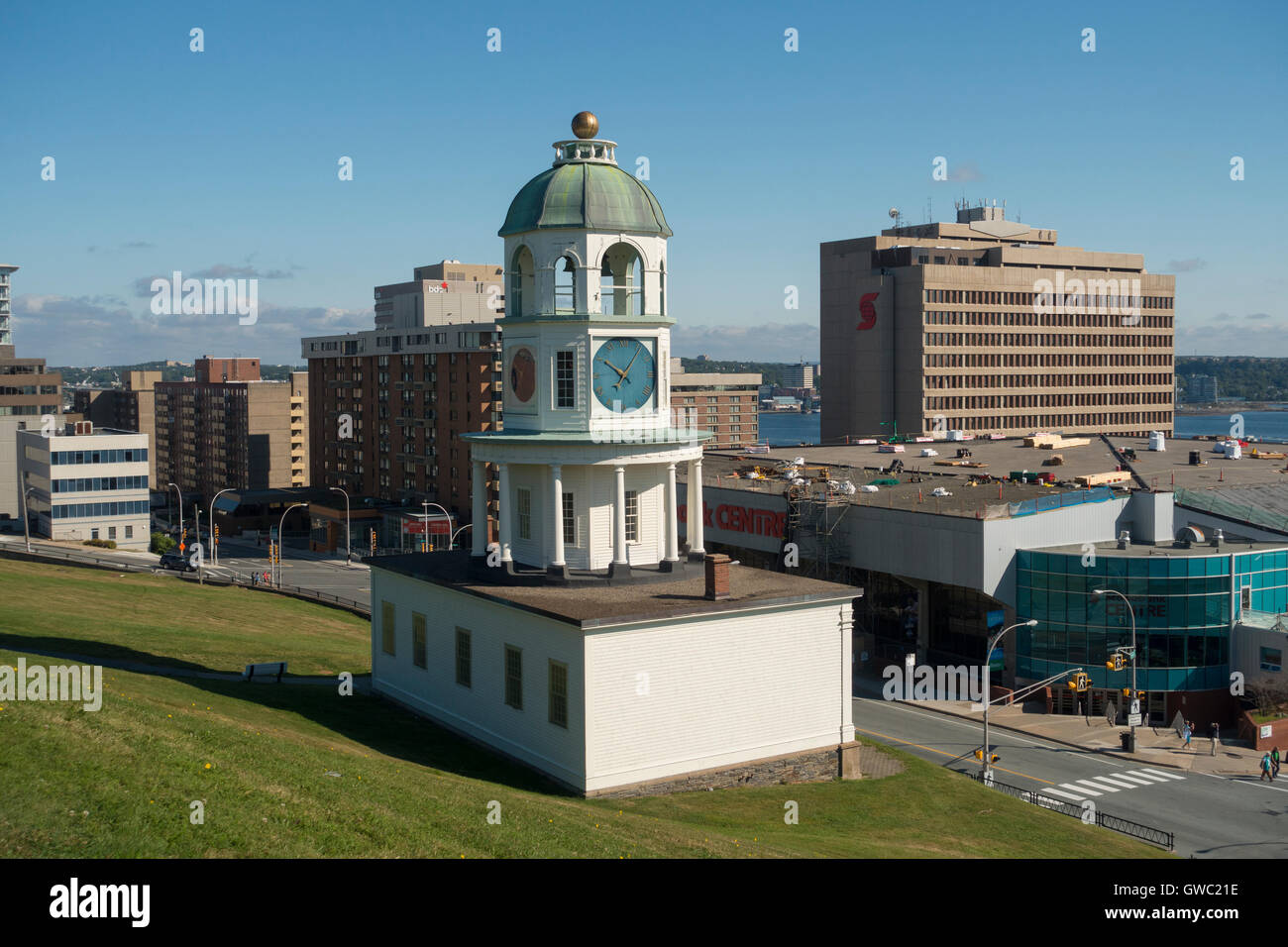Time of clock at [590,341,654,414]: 10:06
